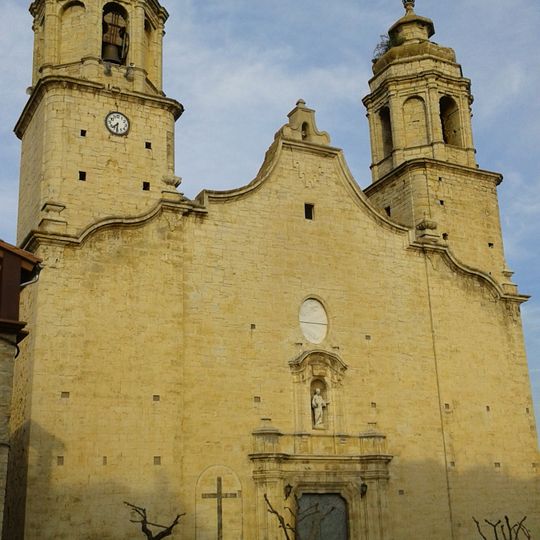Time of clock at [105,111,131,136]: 7:31
